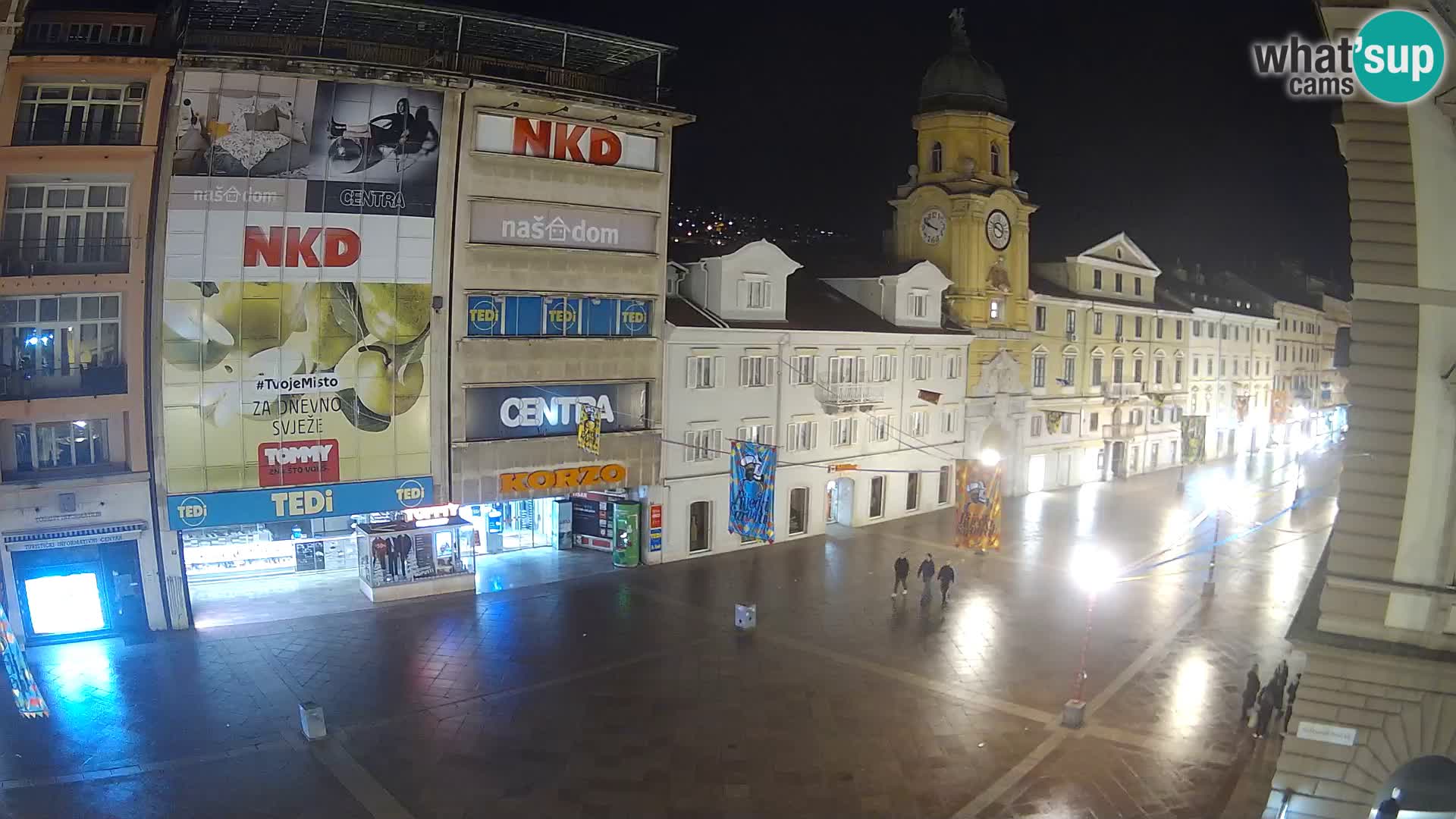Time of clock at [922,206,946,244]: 9:48
